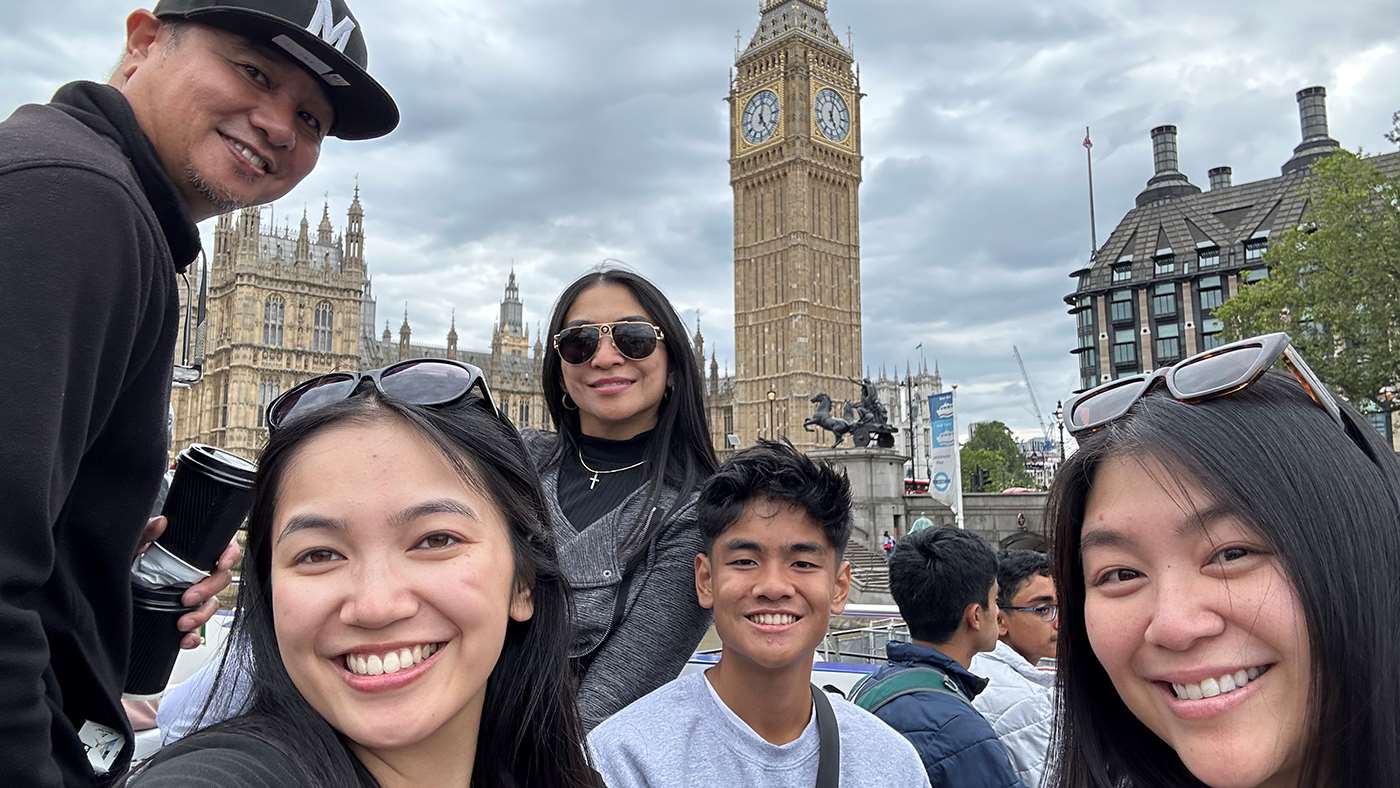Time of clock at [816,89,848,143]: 5:01
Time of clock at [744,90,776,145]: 12:24
